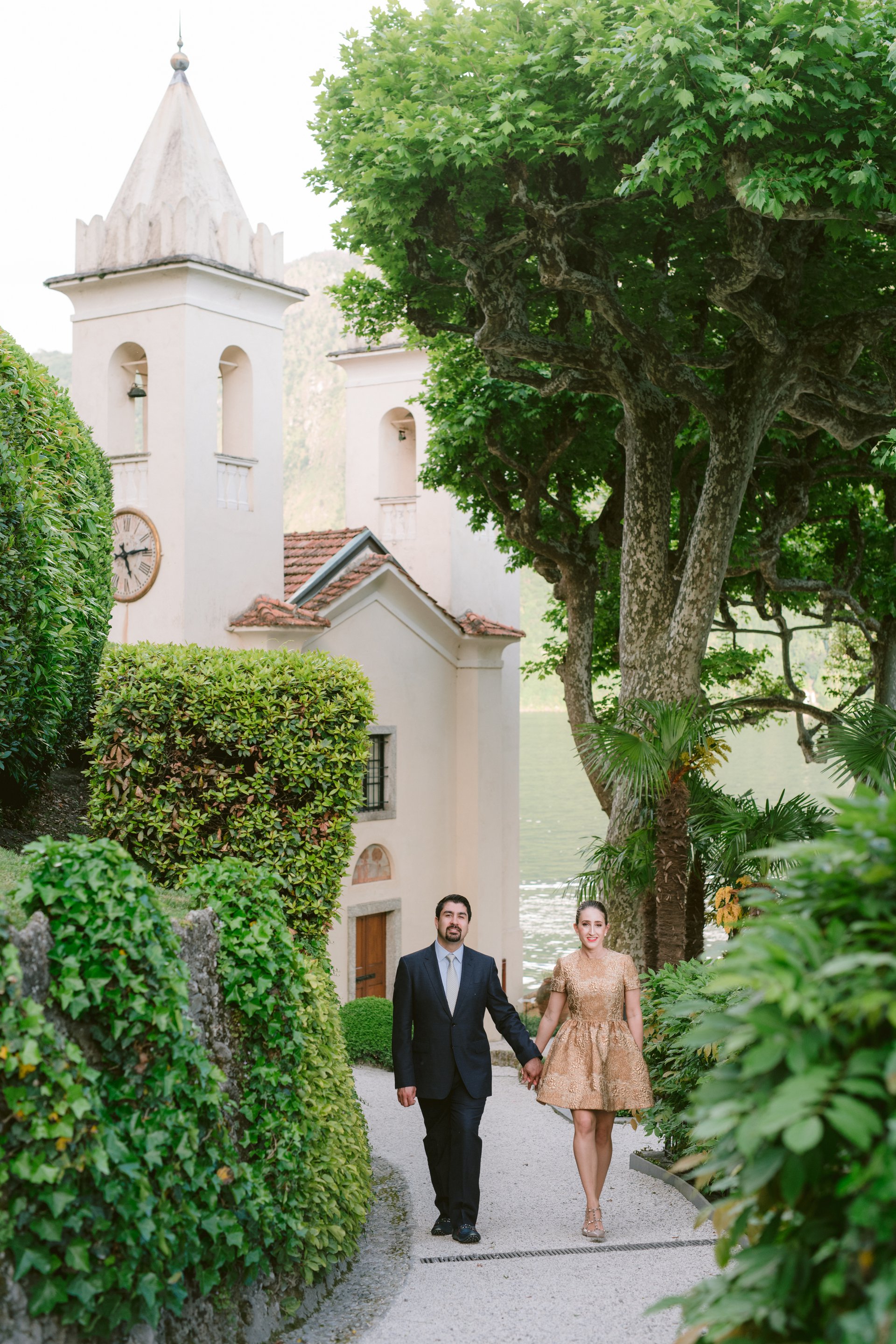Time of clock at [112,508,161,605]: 5:13
